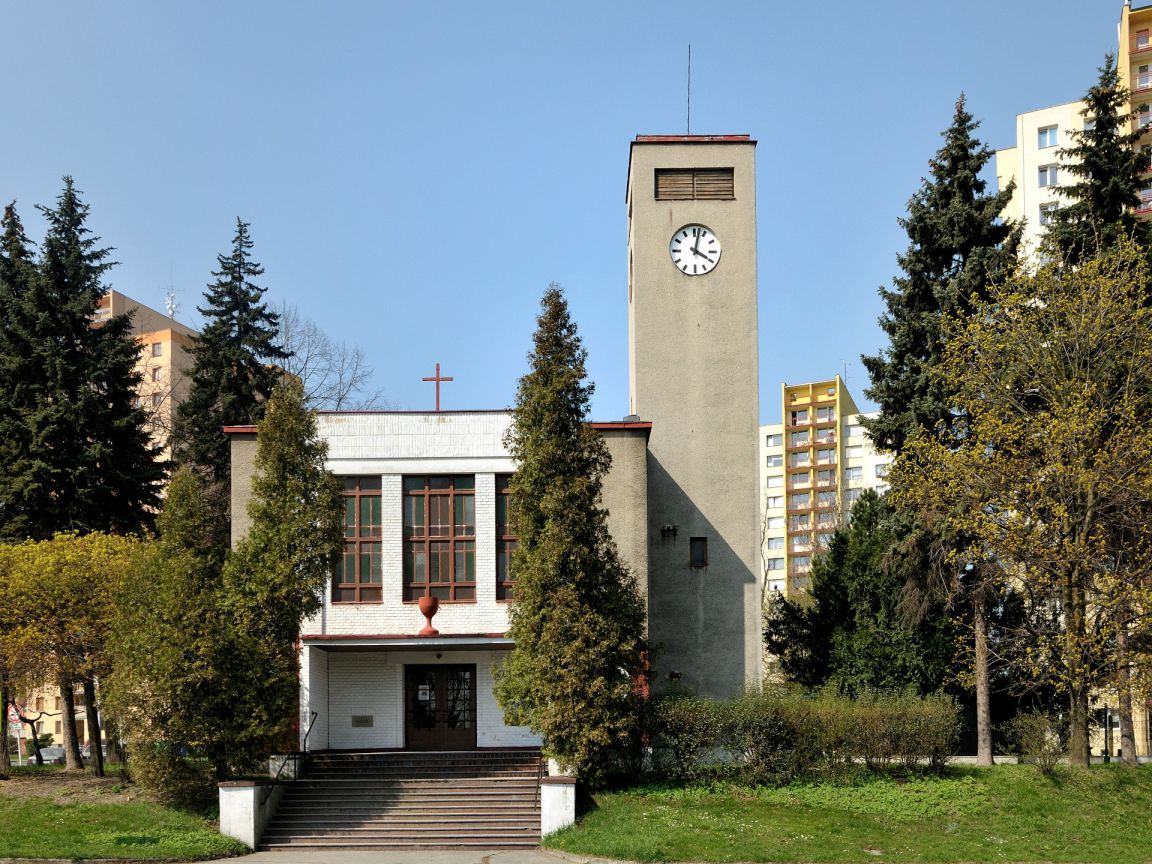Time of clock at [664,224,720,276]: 4:02
